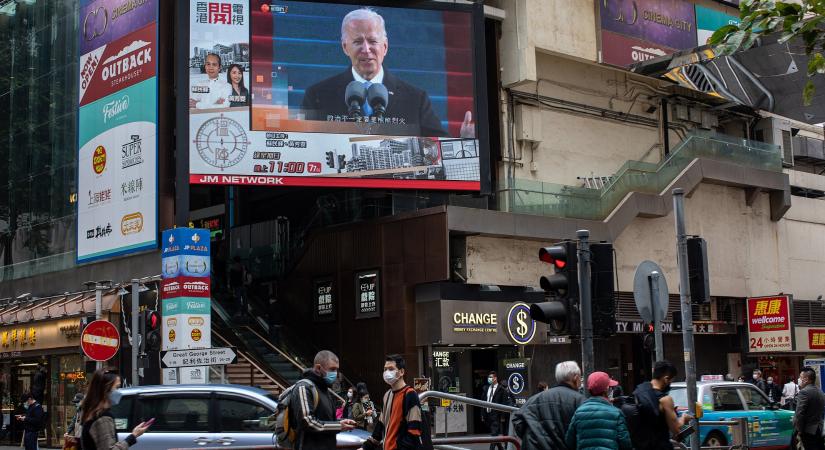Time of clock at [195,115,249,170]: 5:45
